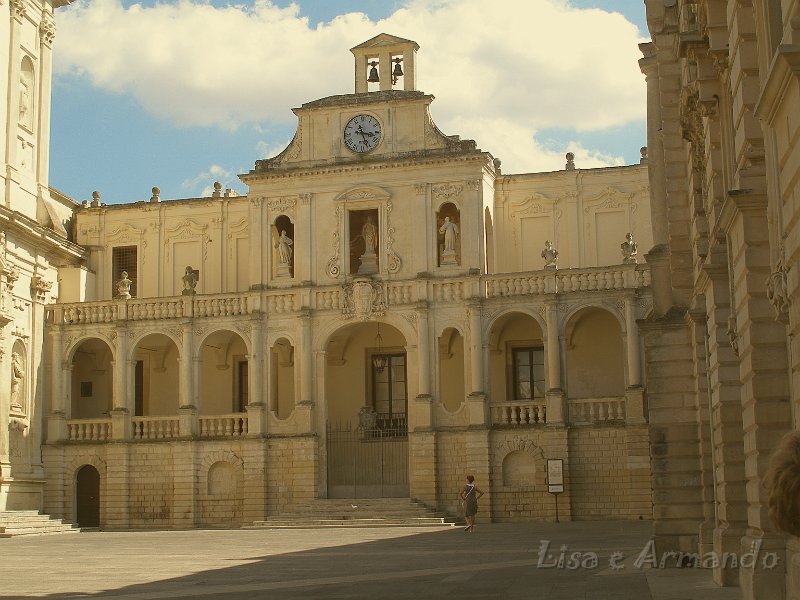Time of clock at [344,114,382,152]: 3:26
